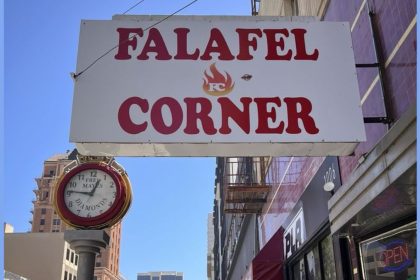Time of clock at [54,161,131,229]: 12:46
